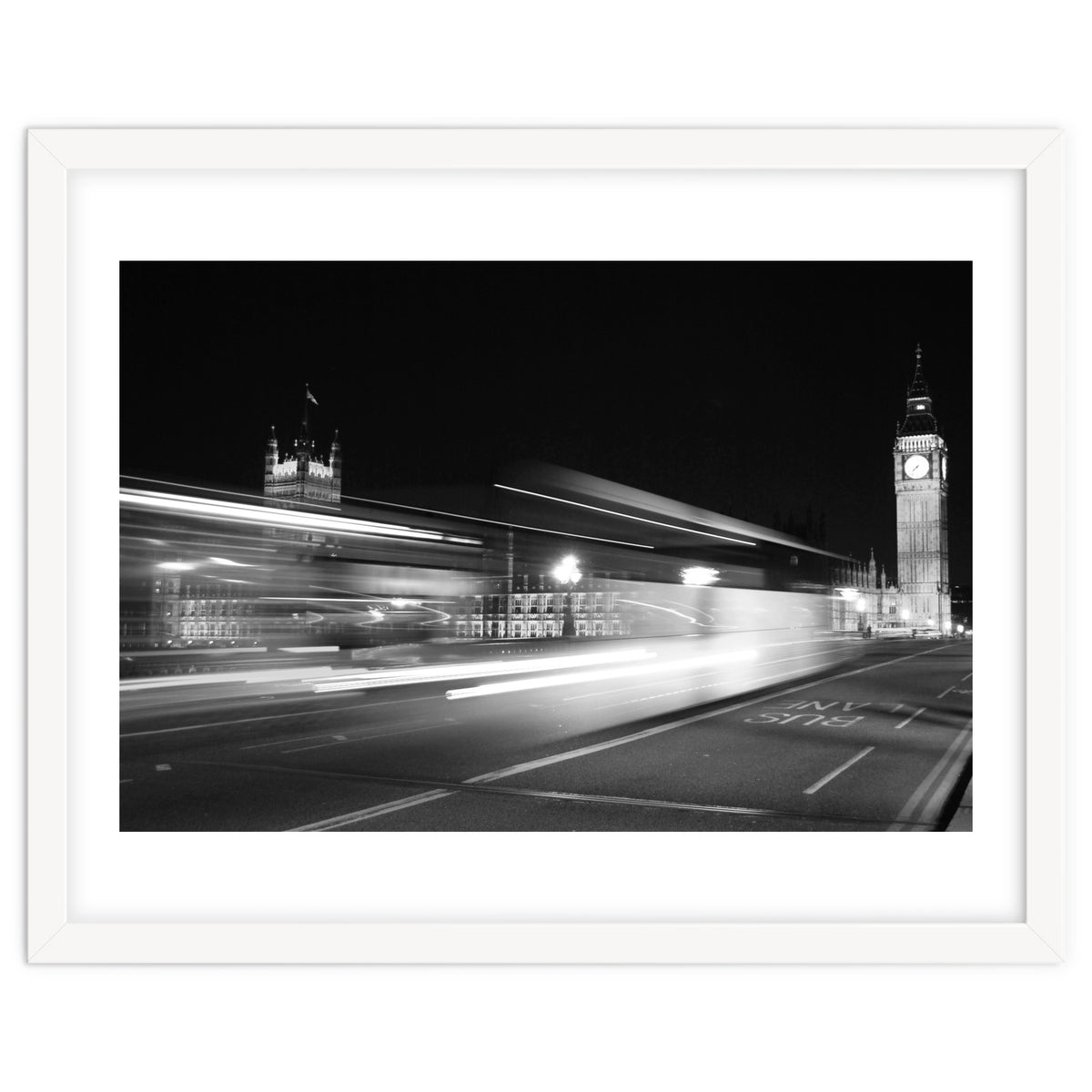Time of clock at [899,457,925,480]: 7:37
